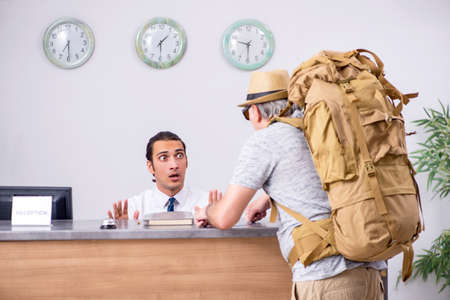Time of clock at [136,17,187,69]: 1:29
